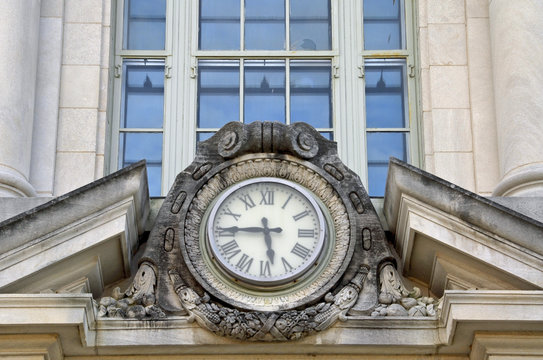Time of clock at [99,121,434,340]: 5:45
